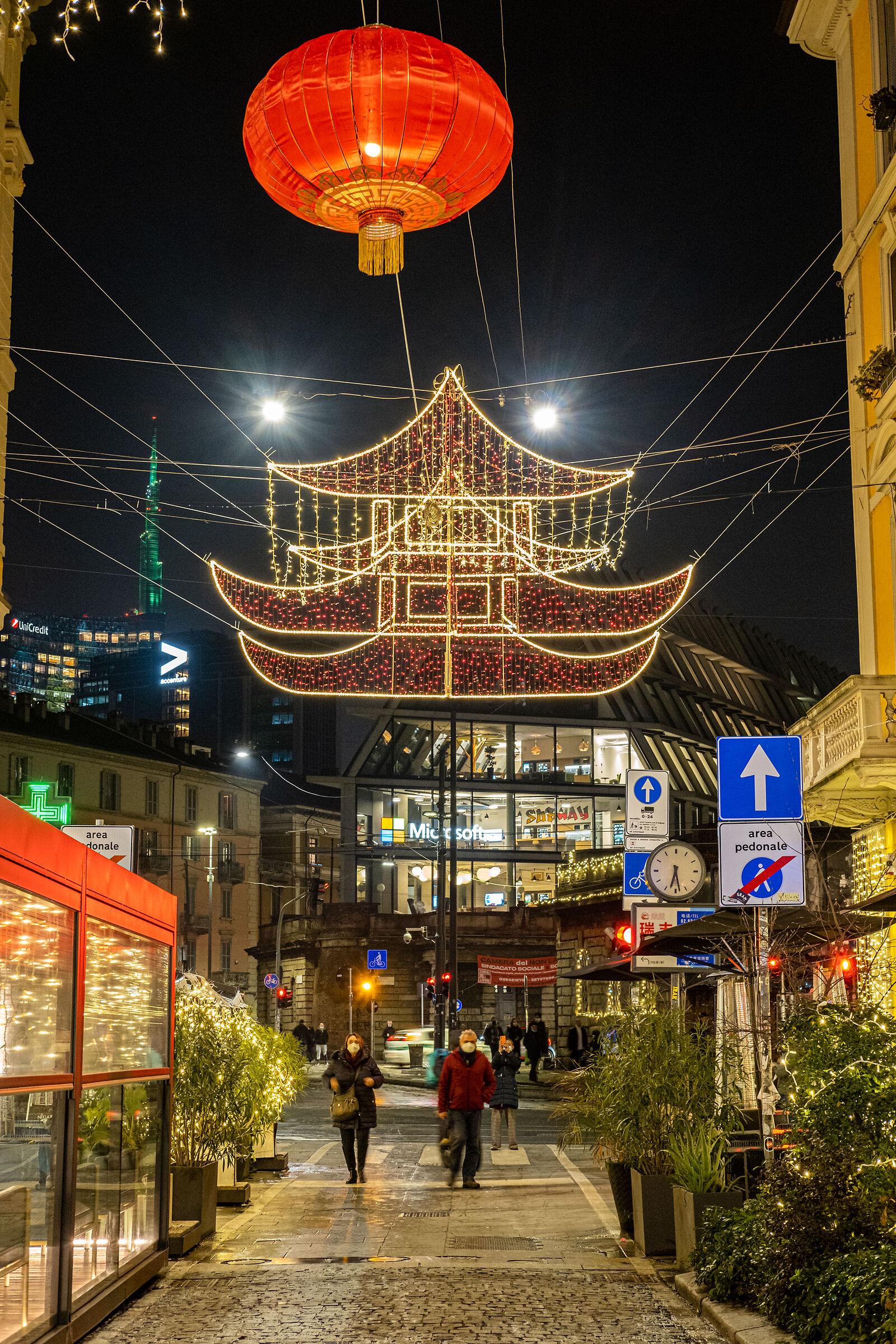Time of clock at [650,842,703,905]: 6:28
